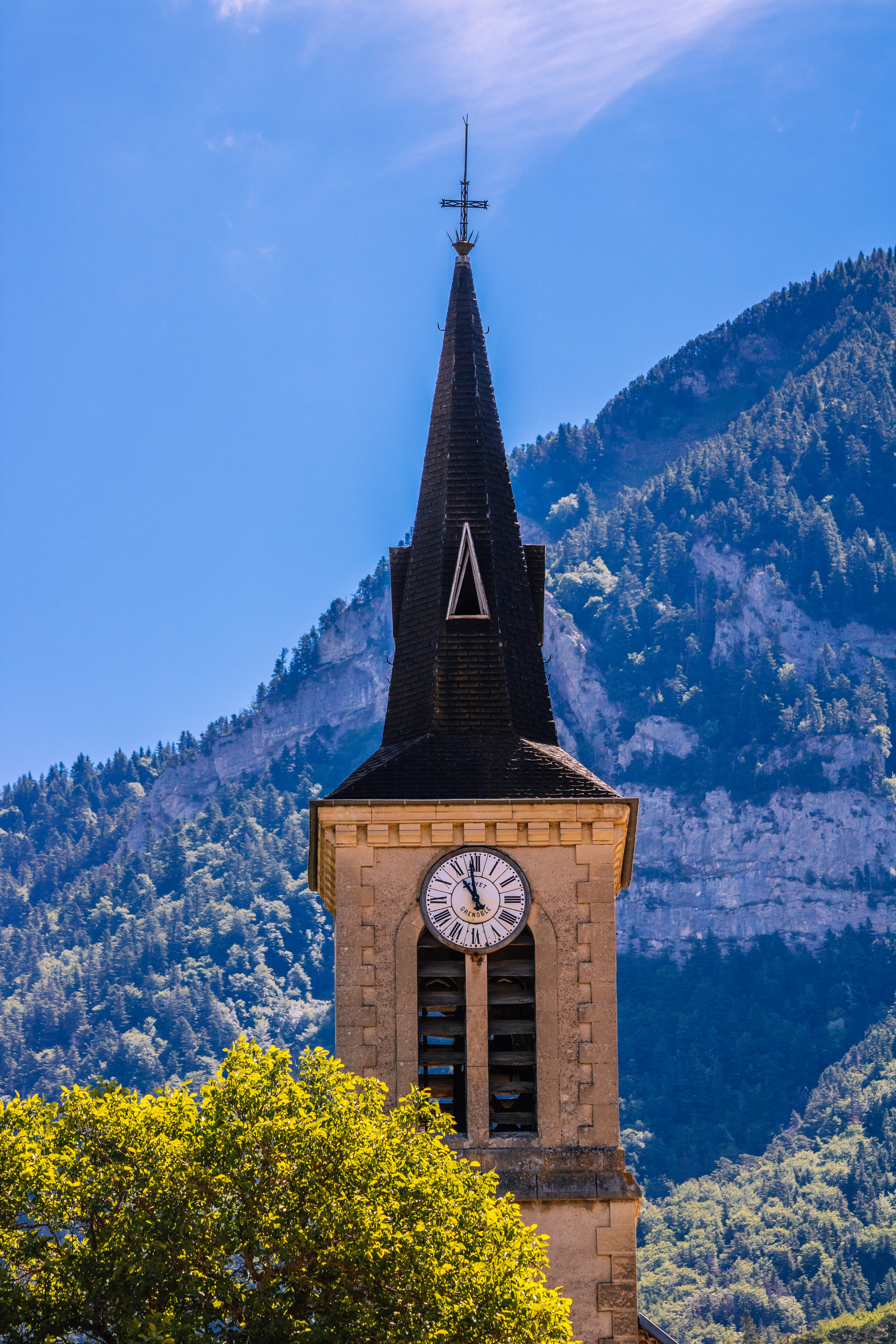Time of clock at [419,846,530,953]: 10:58
